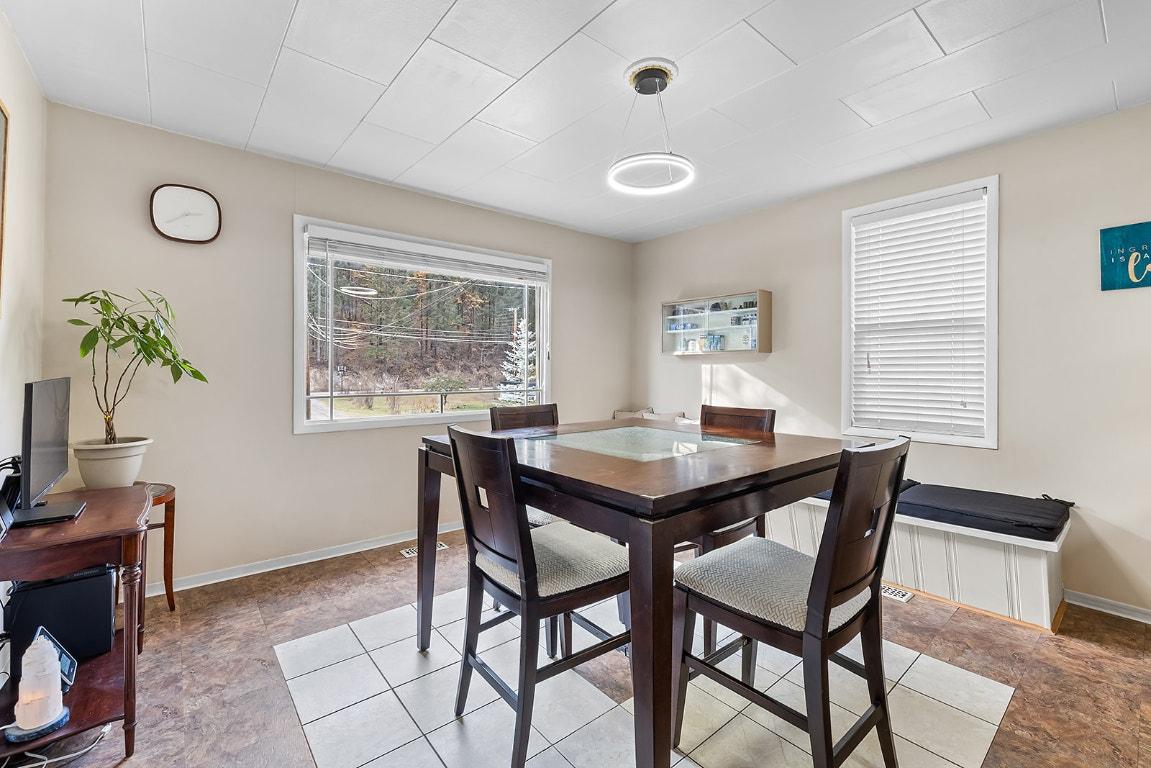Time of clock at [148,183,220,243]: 2:40
